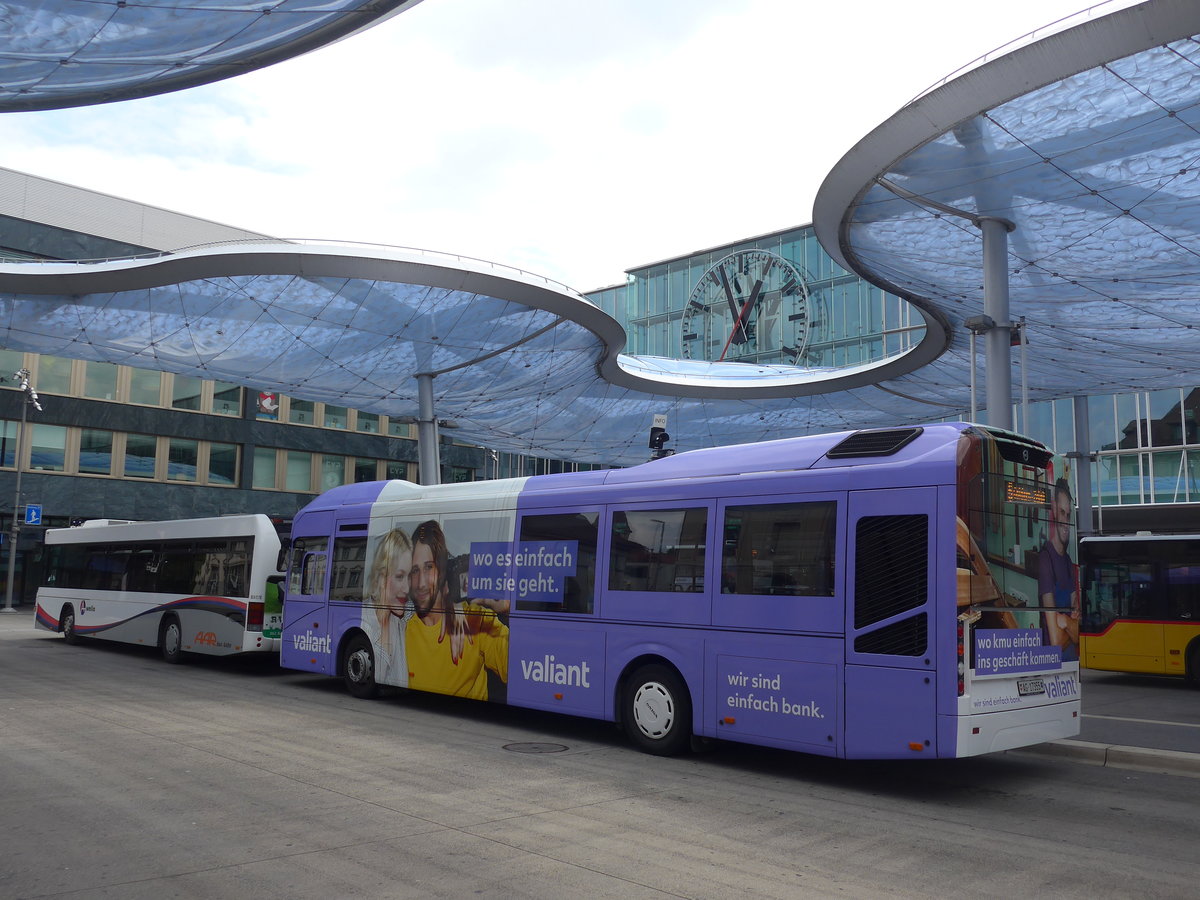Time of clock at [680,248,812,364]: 12:57
